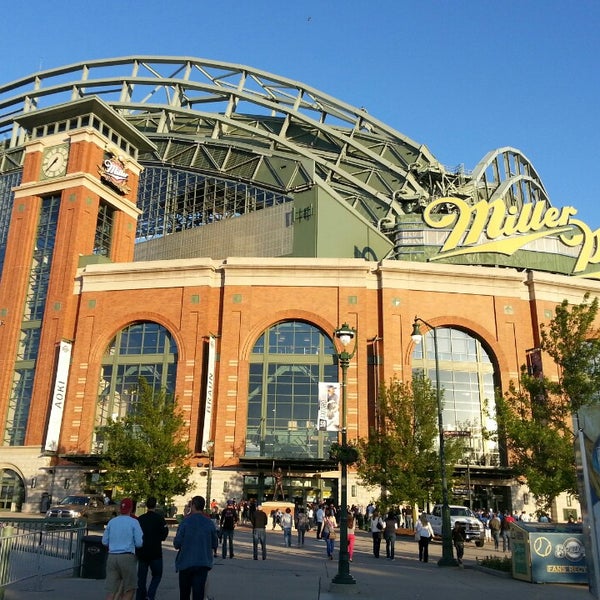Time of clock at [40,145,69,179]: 7:37
